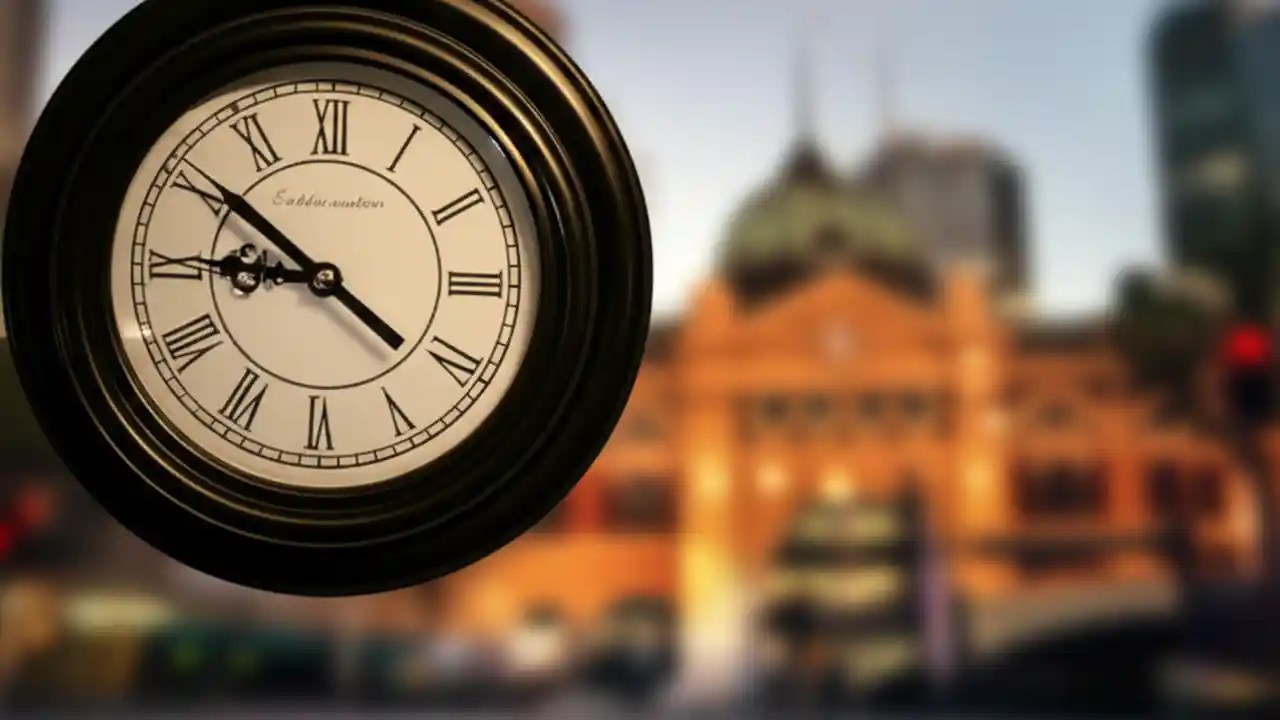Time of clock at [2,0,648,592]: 8:50
